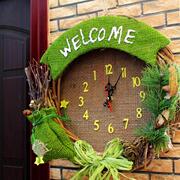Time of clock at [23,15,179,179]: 12:04
